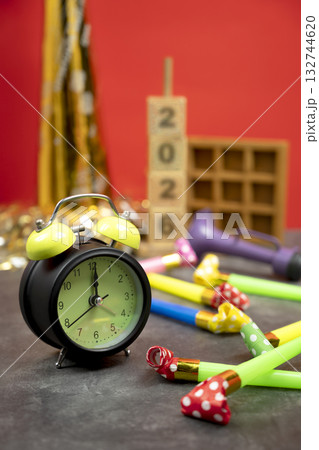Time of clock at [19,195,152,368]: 12:00
